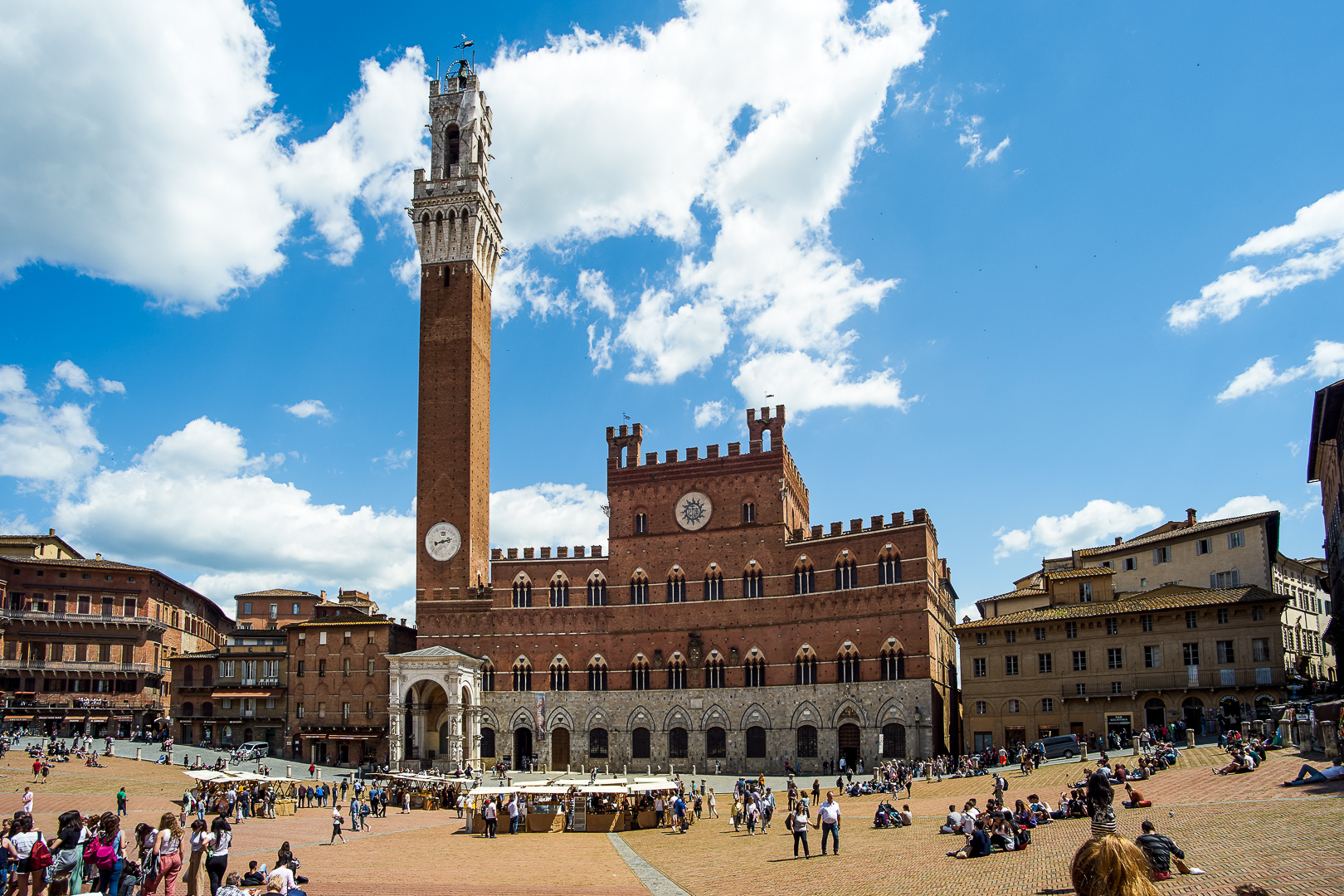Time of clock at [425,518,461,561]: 8:12
